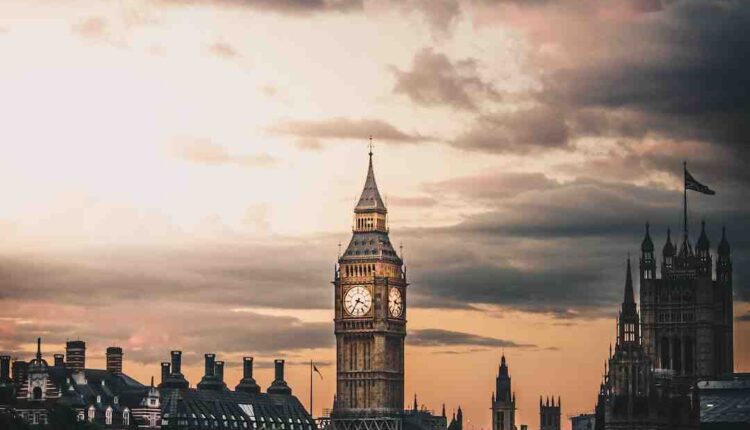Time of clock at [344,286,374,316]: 3:35
